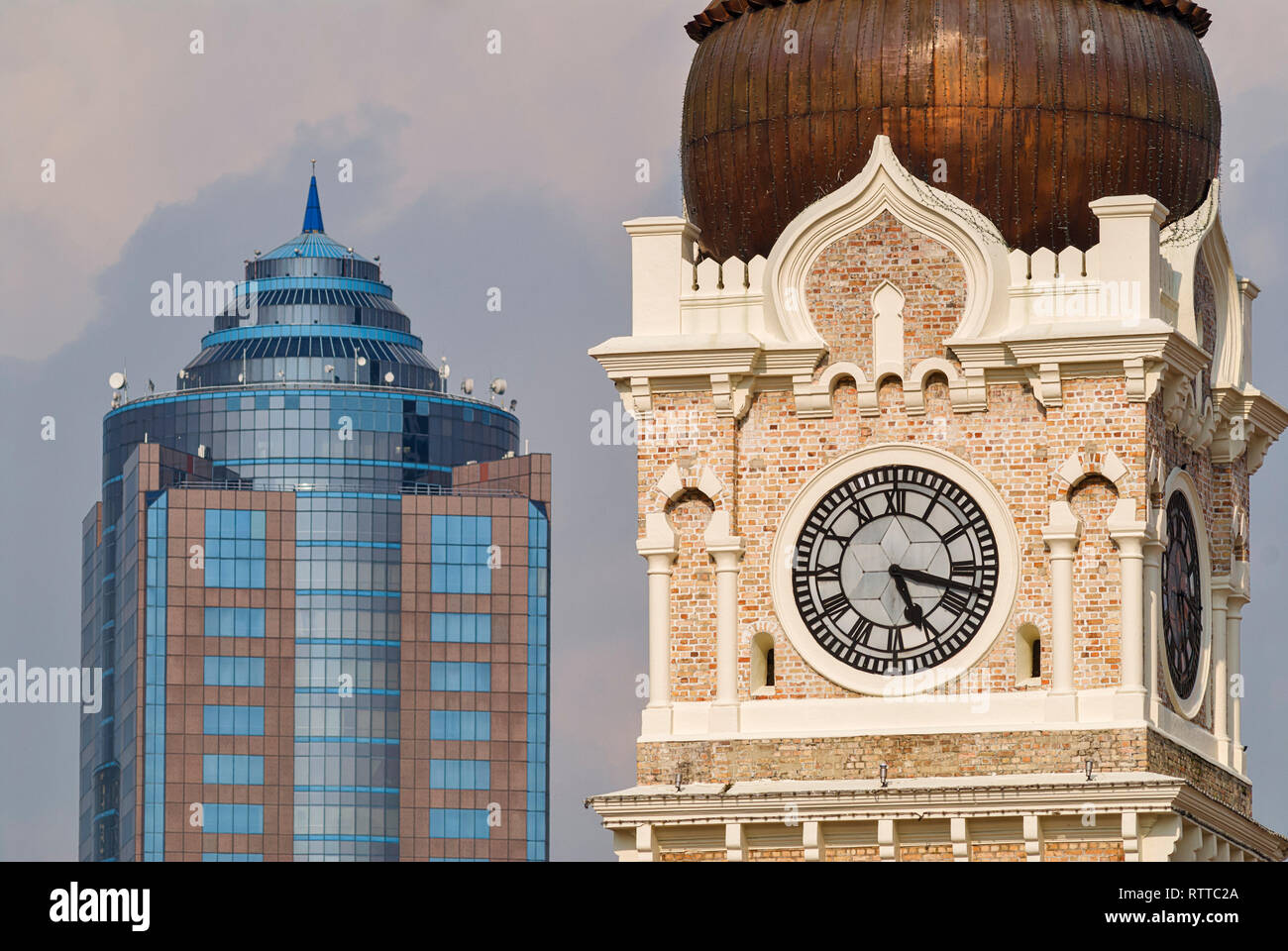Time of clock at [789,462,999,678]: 5:17
